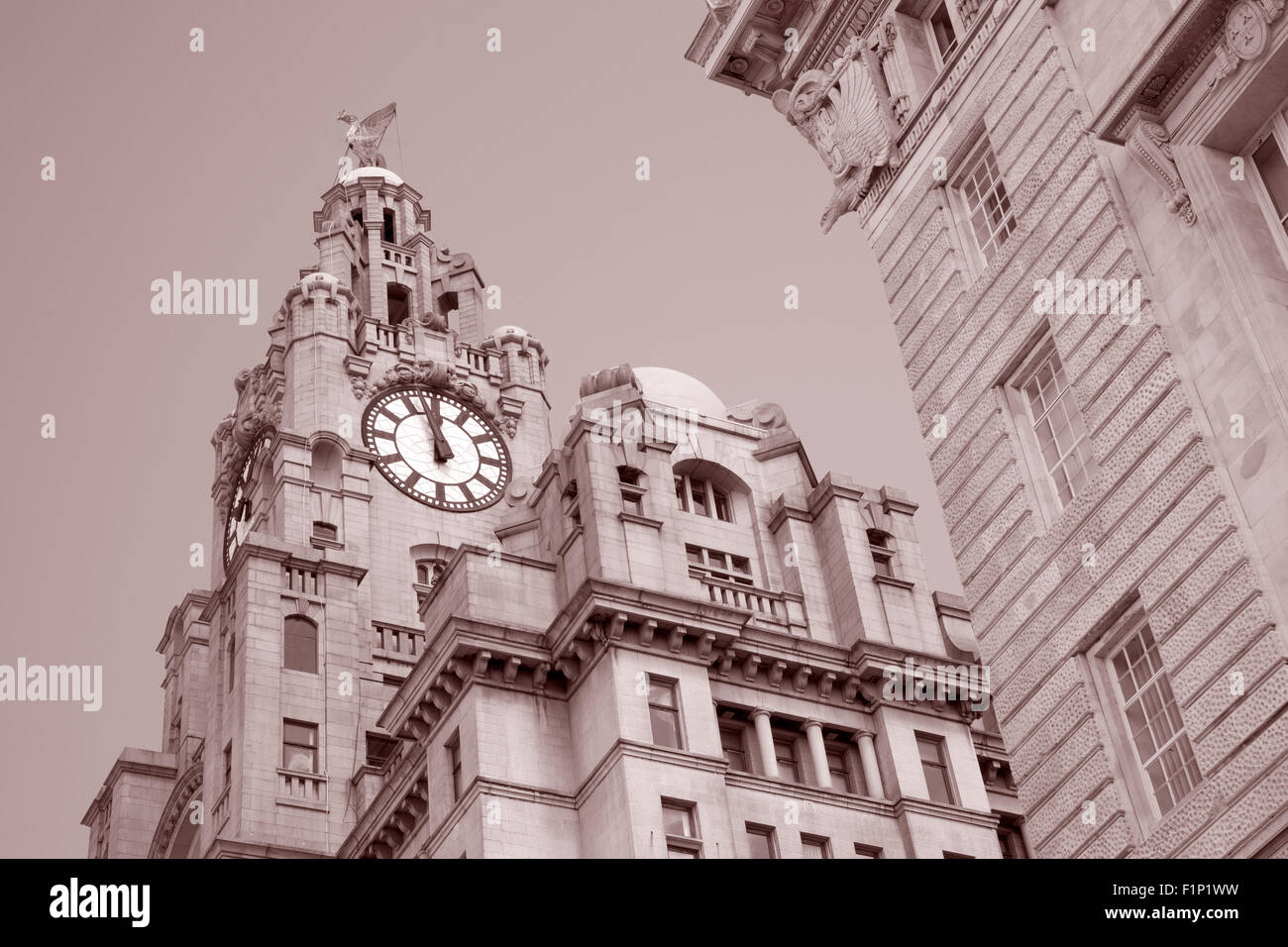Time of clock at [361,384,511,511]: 11:57
